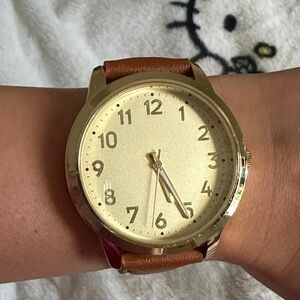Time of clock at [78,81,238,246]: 5:25
